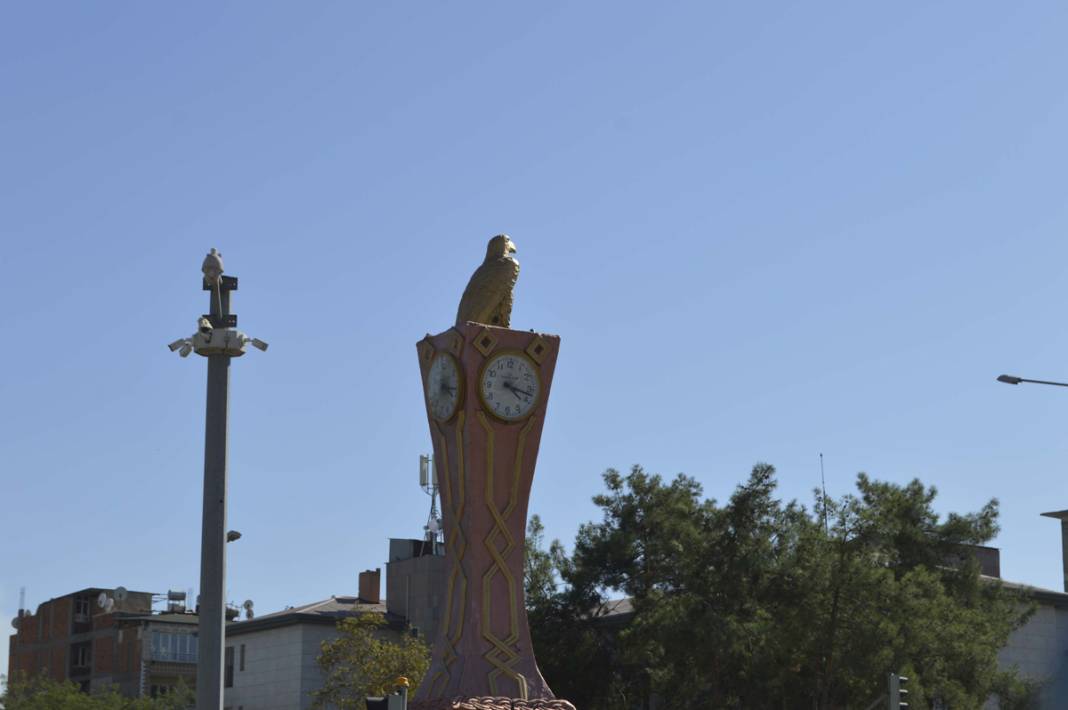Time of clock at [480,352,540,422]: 4:17
